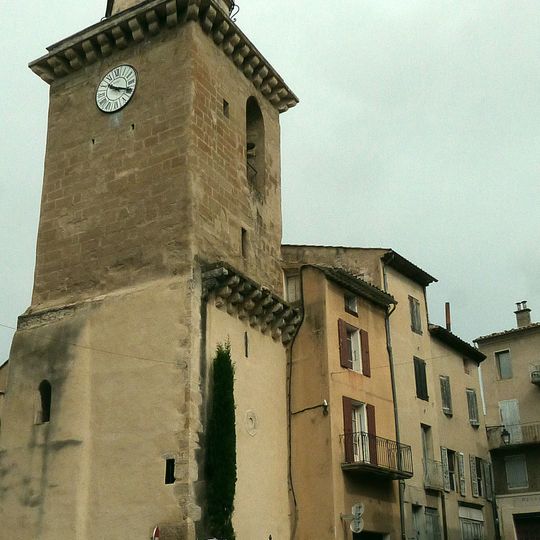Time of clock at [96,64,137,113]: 10:19
